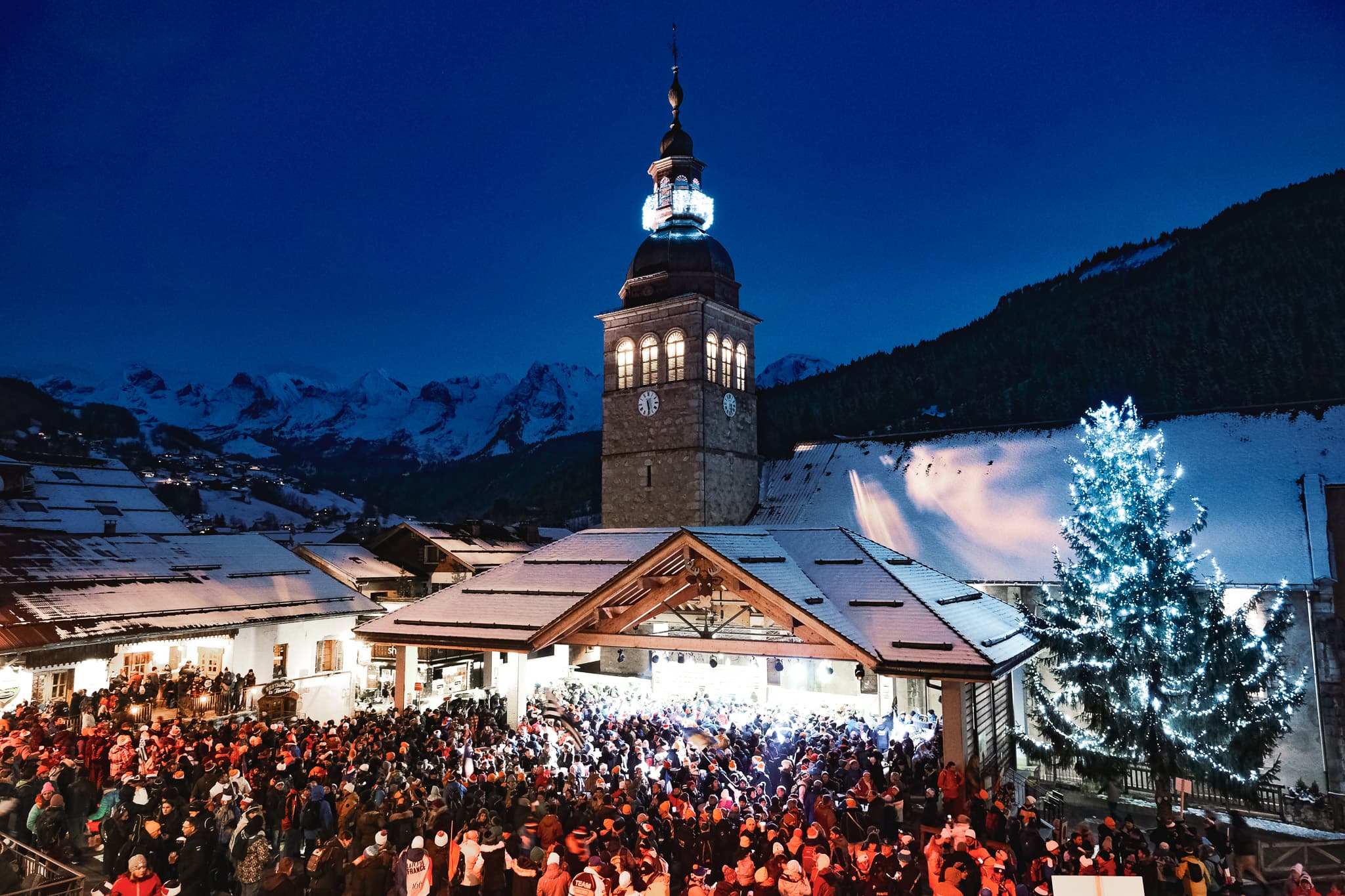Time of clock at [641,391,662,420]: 5:28
